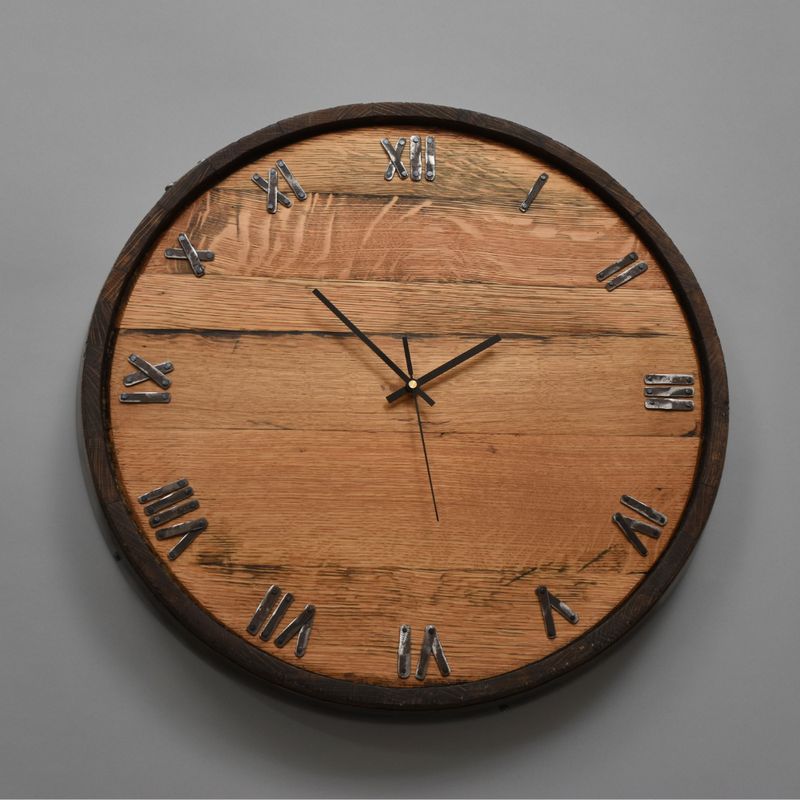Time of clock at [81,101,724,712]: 1:52
